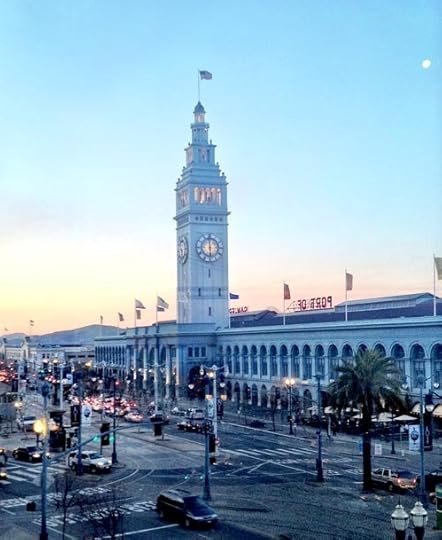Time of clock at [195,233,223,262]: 5:59
